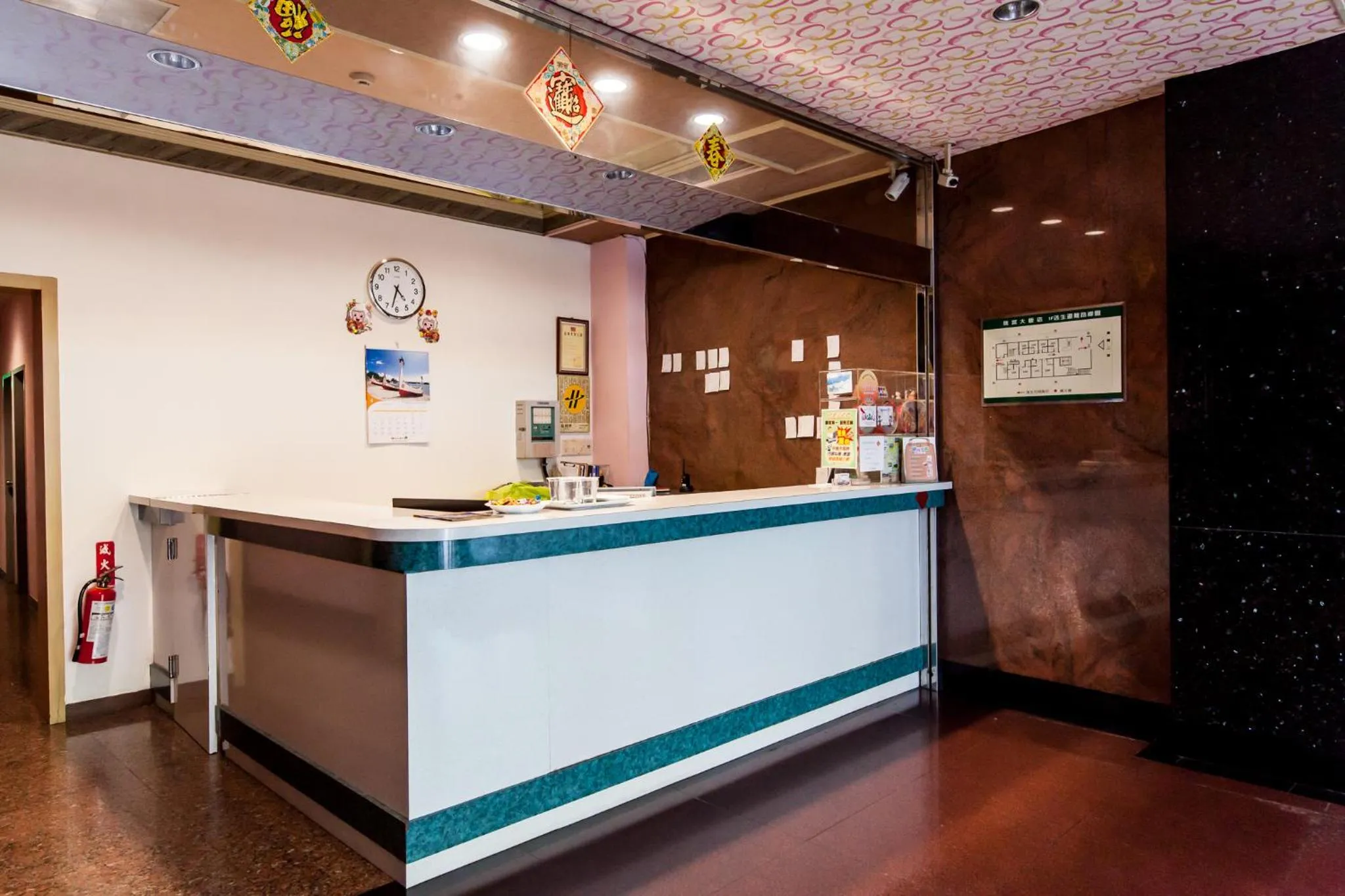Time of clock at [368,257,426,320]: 4:32
